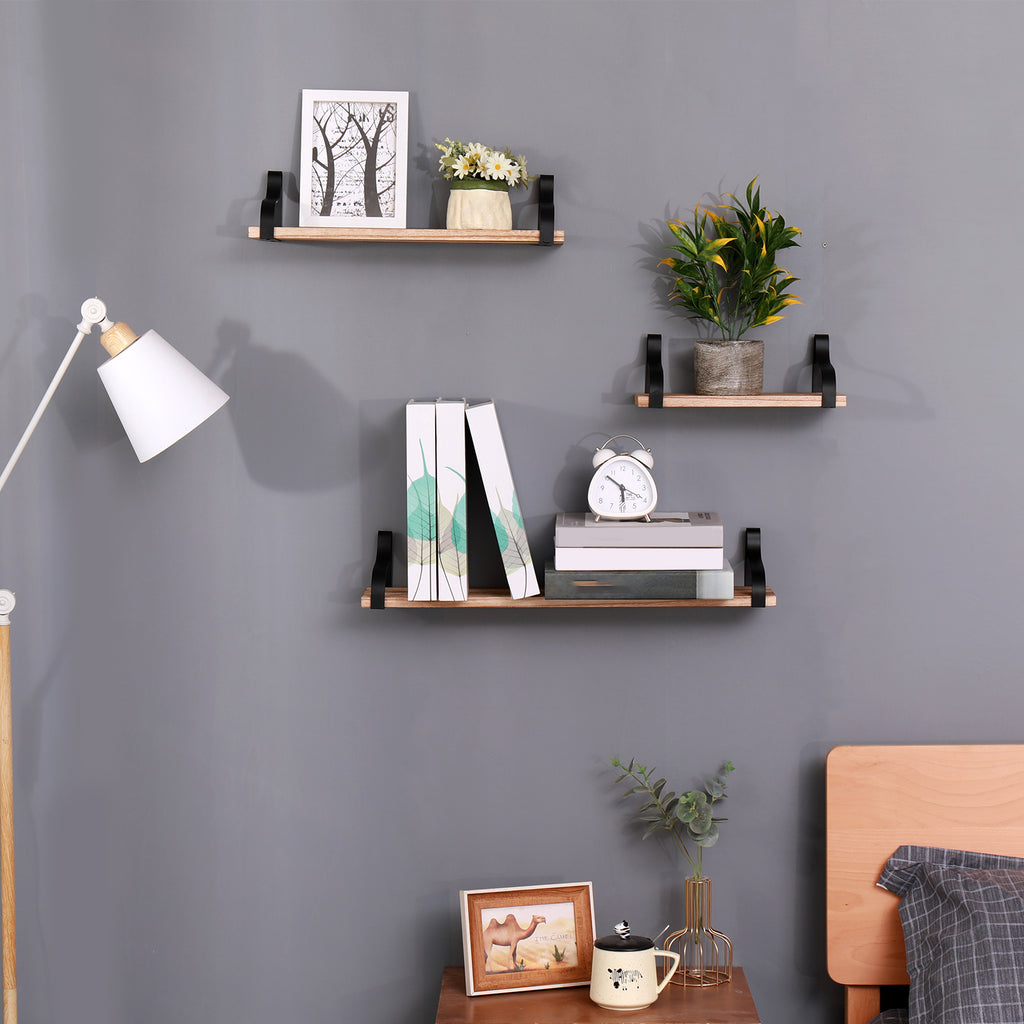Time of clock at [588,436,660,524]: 5:51
